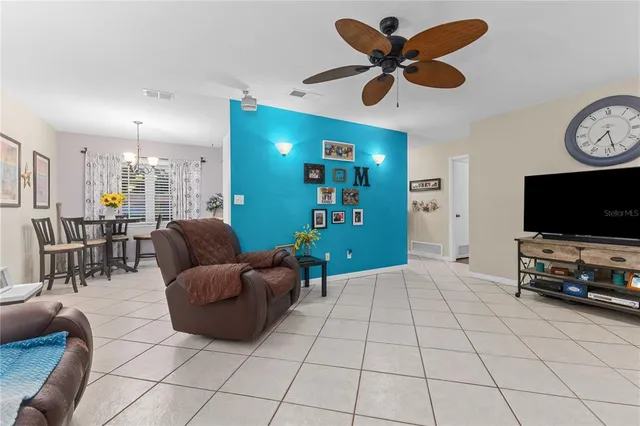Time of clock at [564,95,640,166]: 7:27
